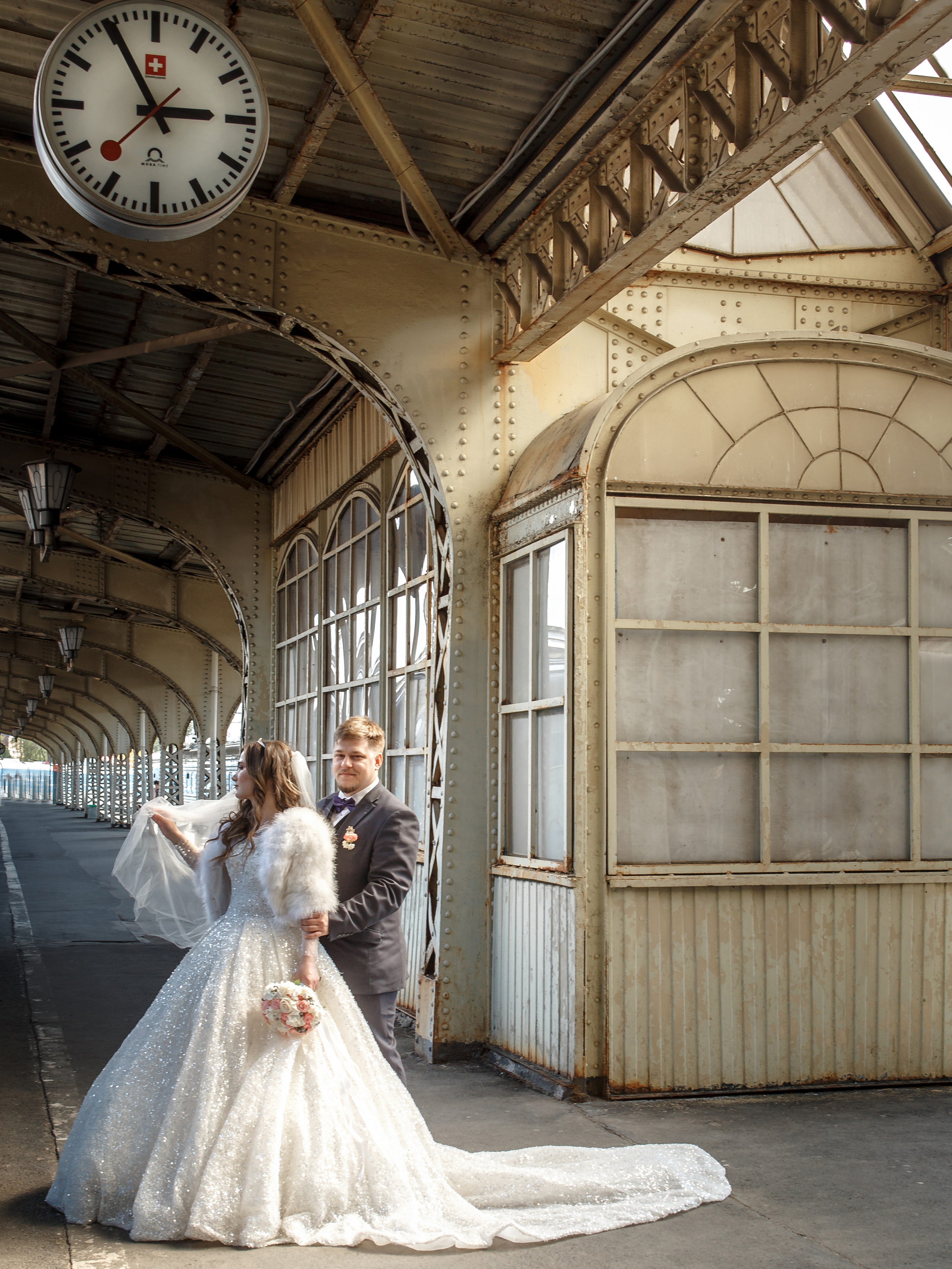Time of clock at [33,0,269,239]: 2:55
